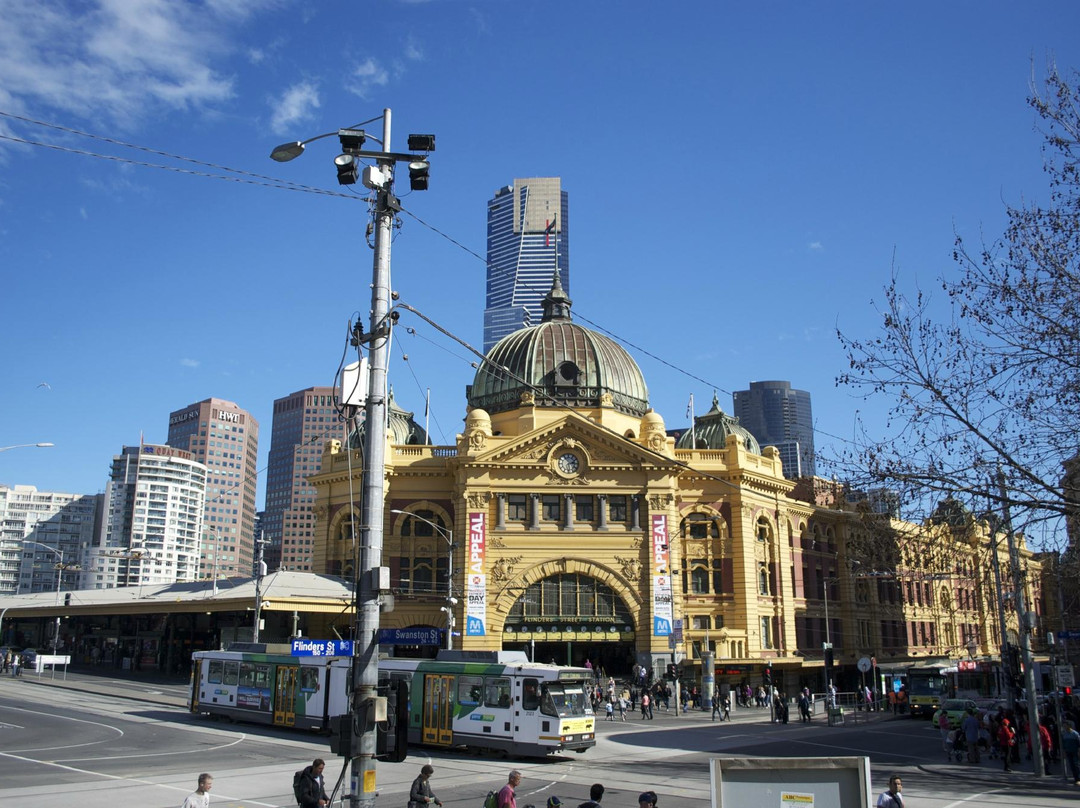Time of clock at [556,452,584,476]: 2:29
